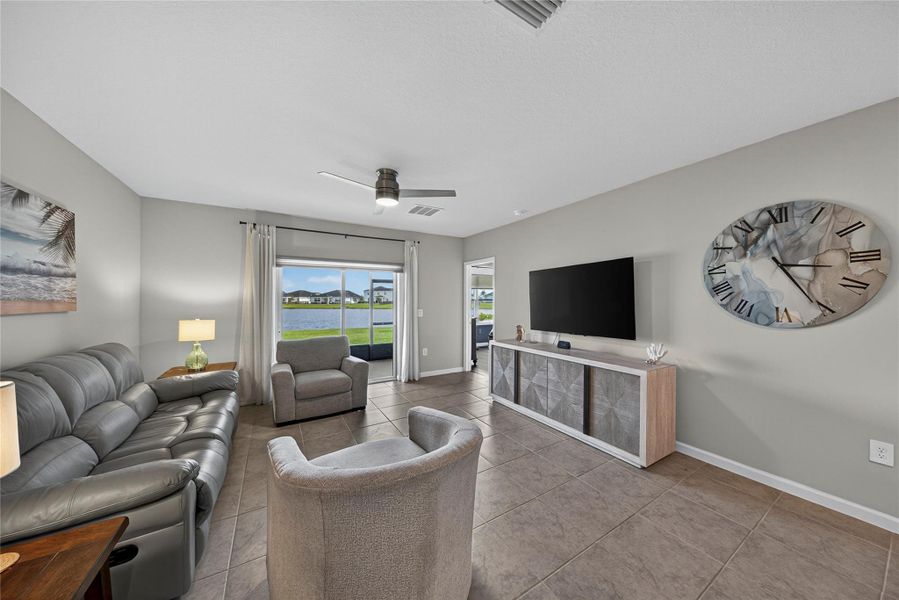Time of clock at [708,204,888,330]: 3:25
